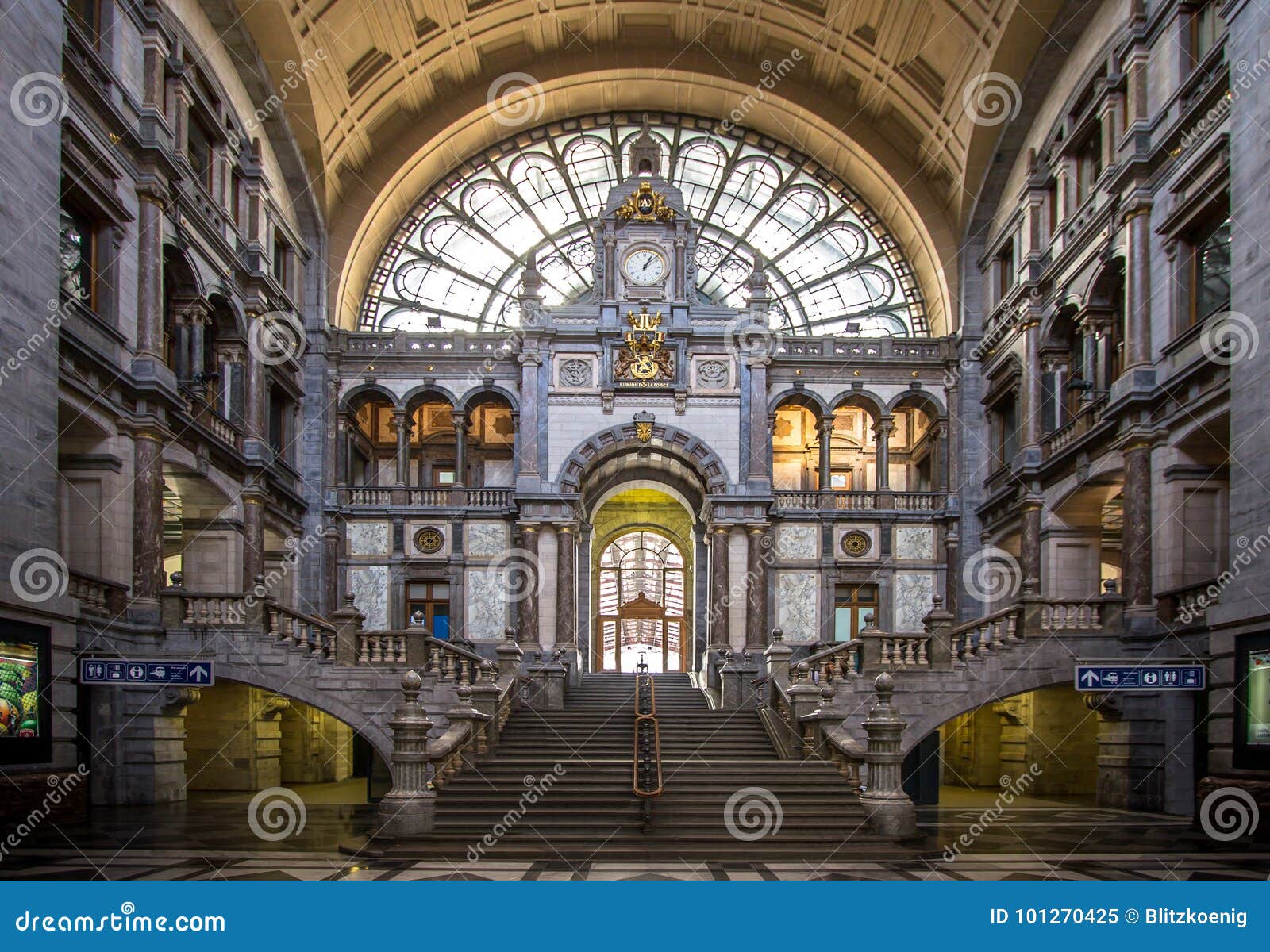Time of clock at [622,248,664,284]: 1:07
